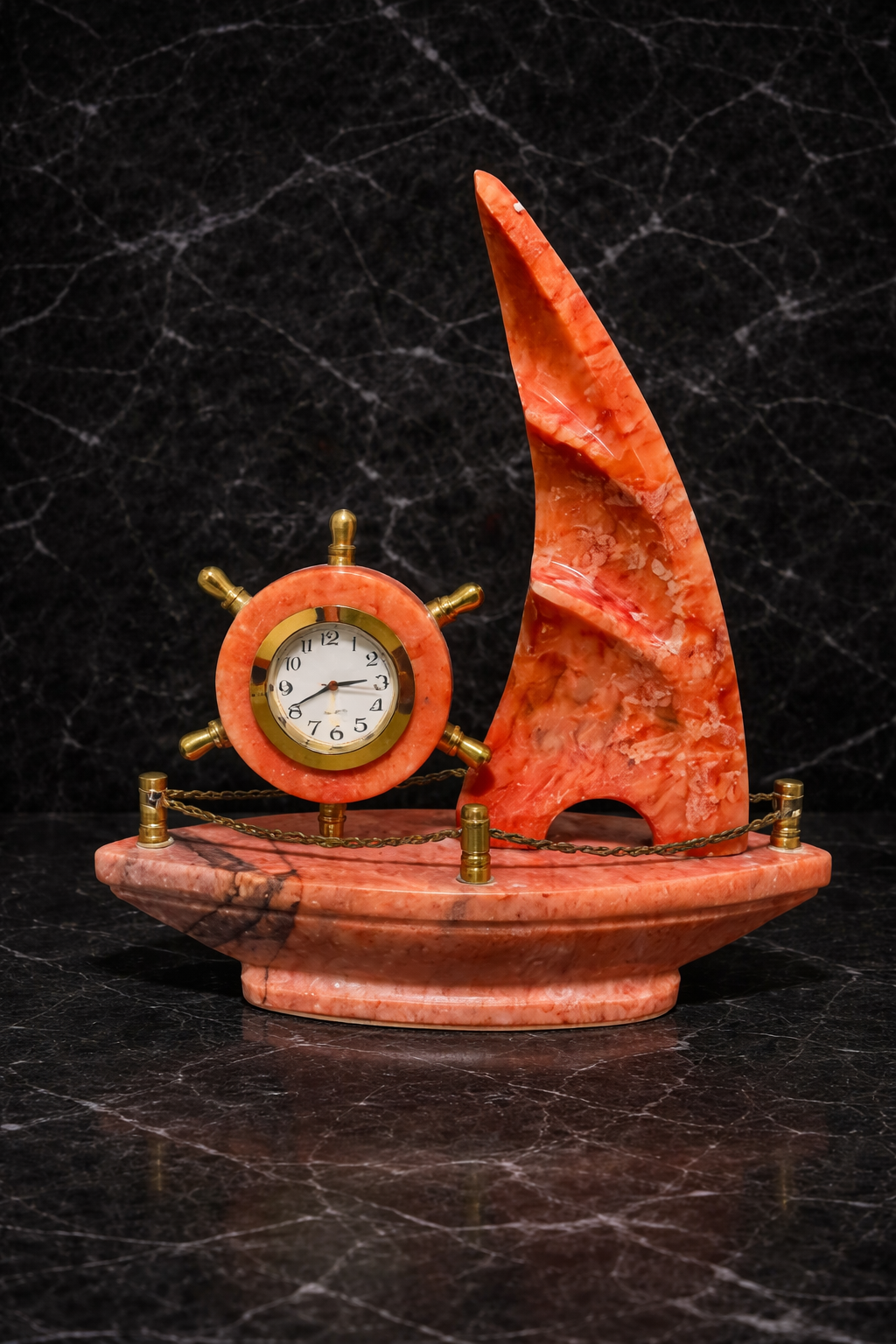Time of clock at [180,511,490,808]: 2:40
